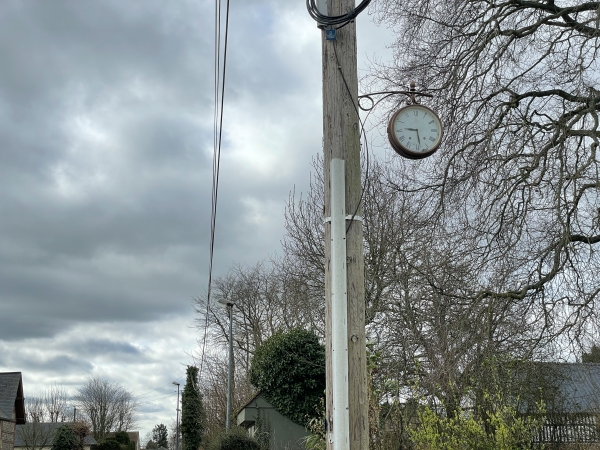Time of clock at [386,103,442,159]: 9:28
